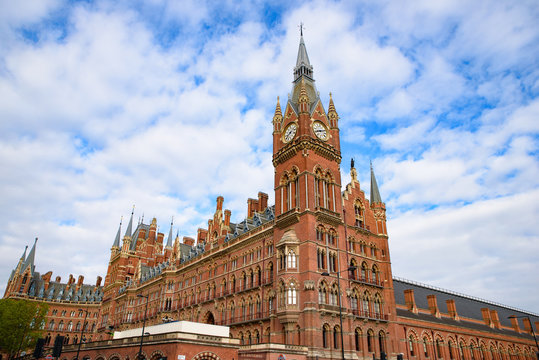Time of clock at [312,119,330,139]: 8:12
